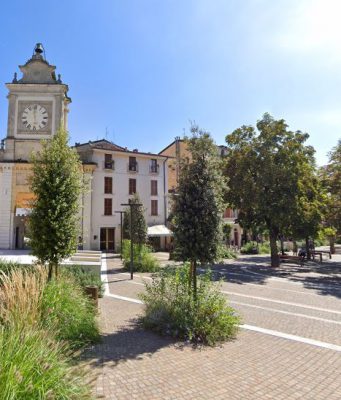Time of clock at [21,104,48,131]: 5:59
